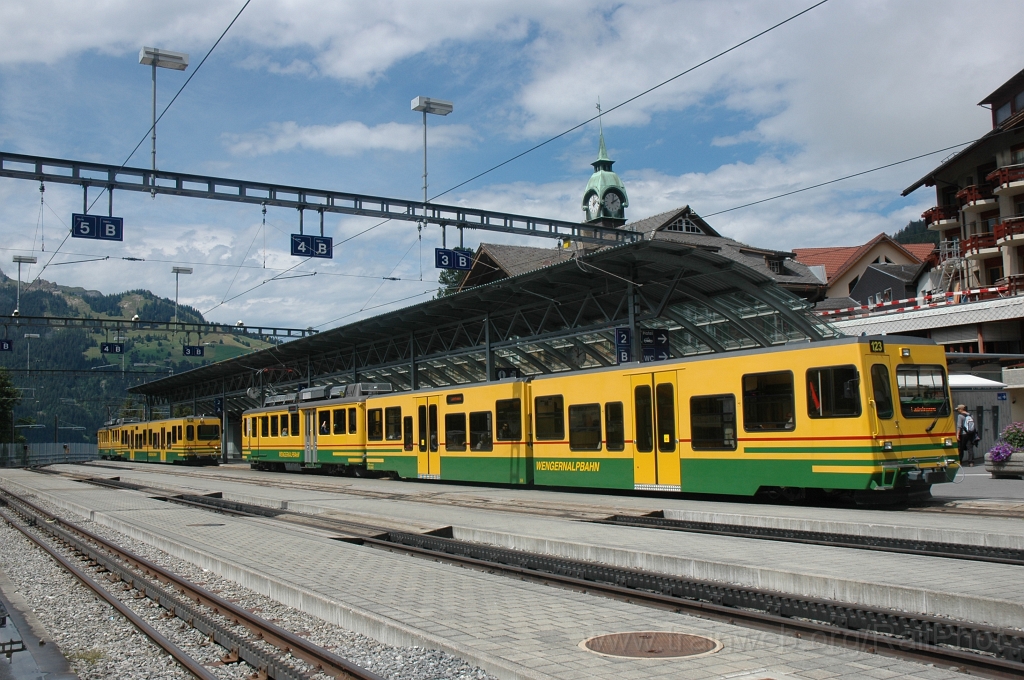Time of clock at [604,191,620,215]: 2:01
